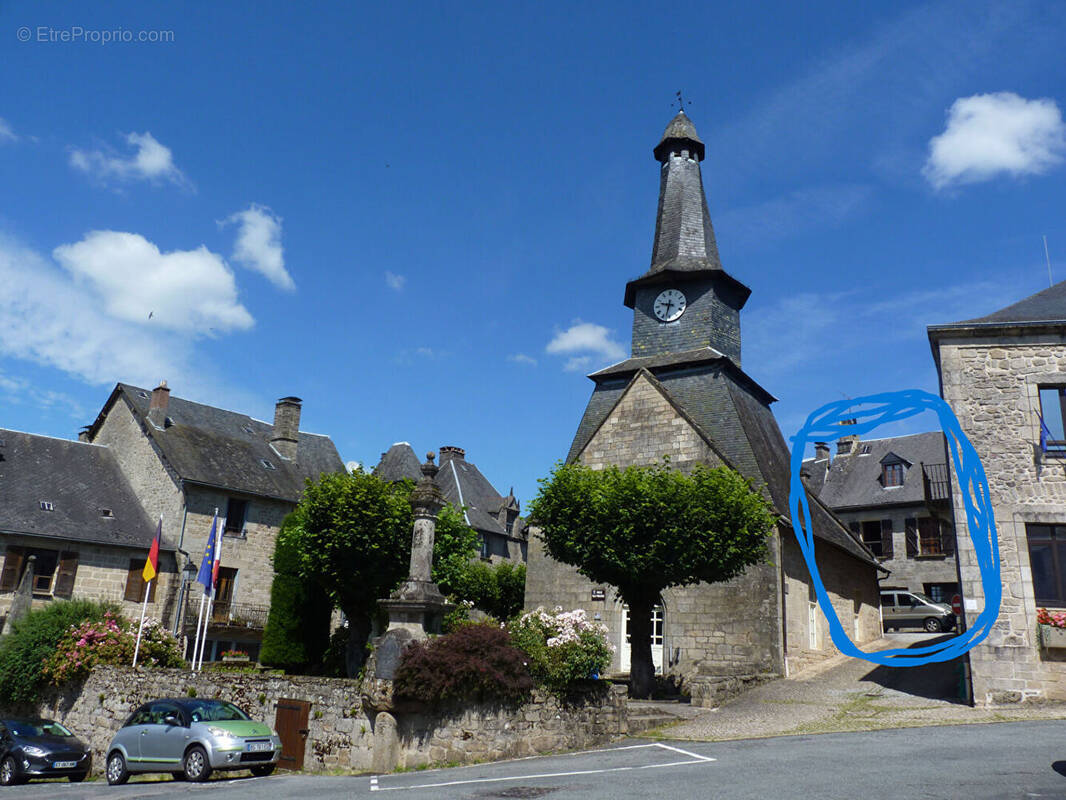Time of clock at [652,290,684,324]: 9:32
